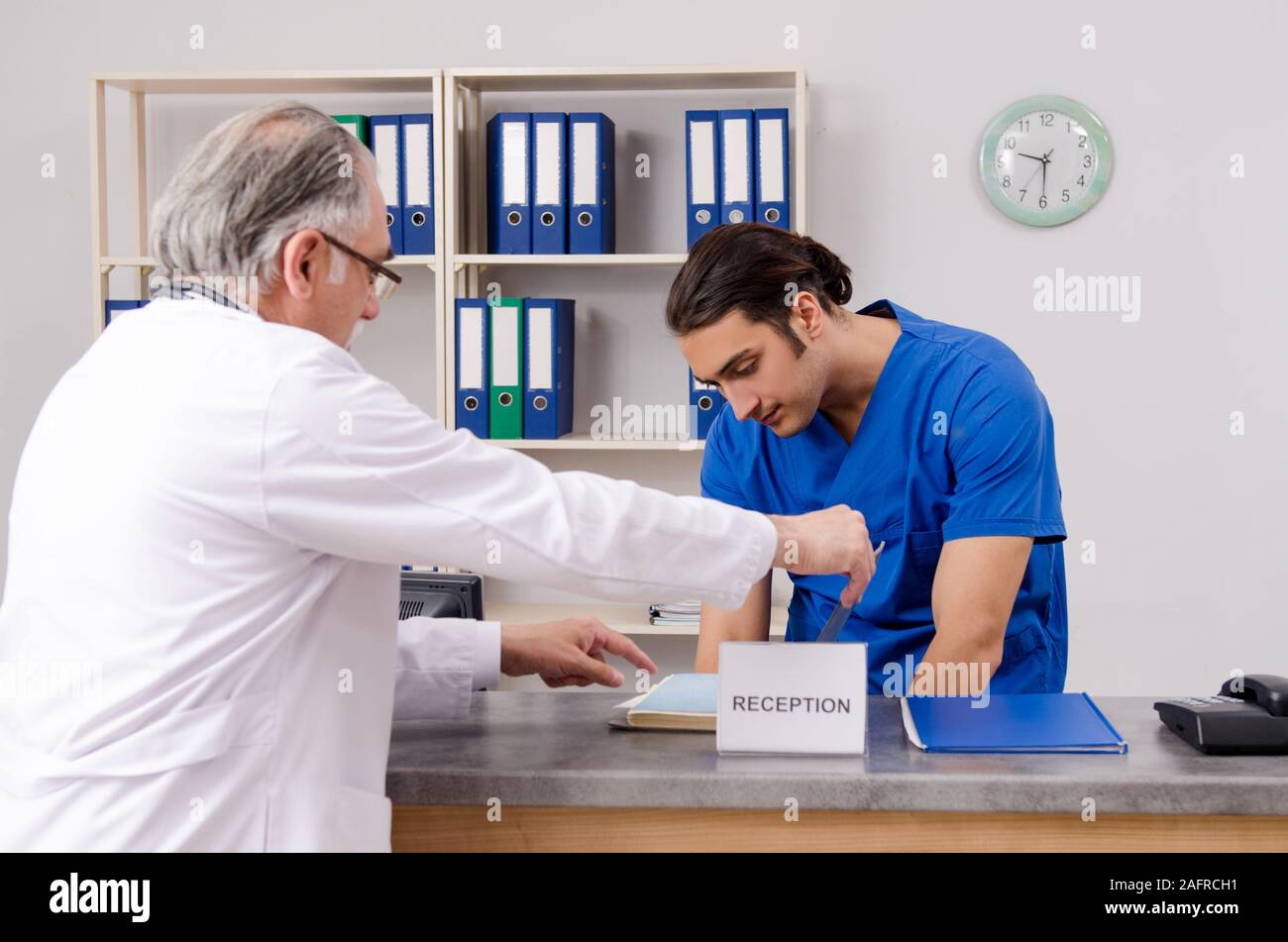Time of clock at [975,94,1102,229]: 9:30
